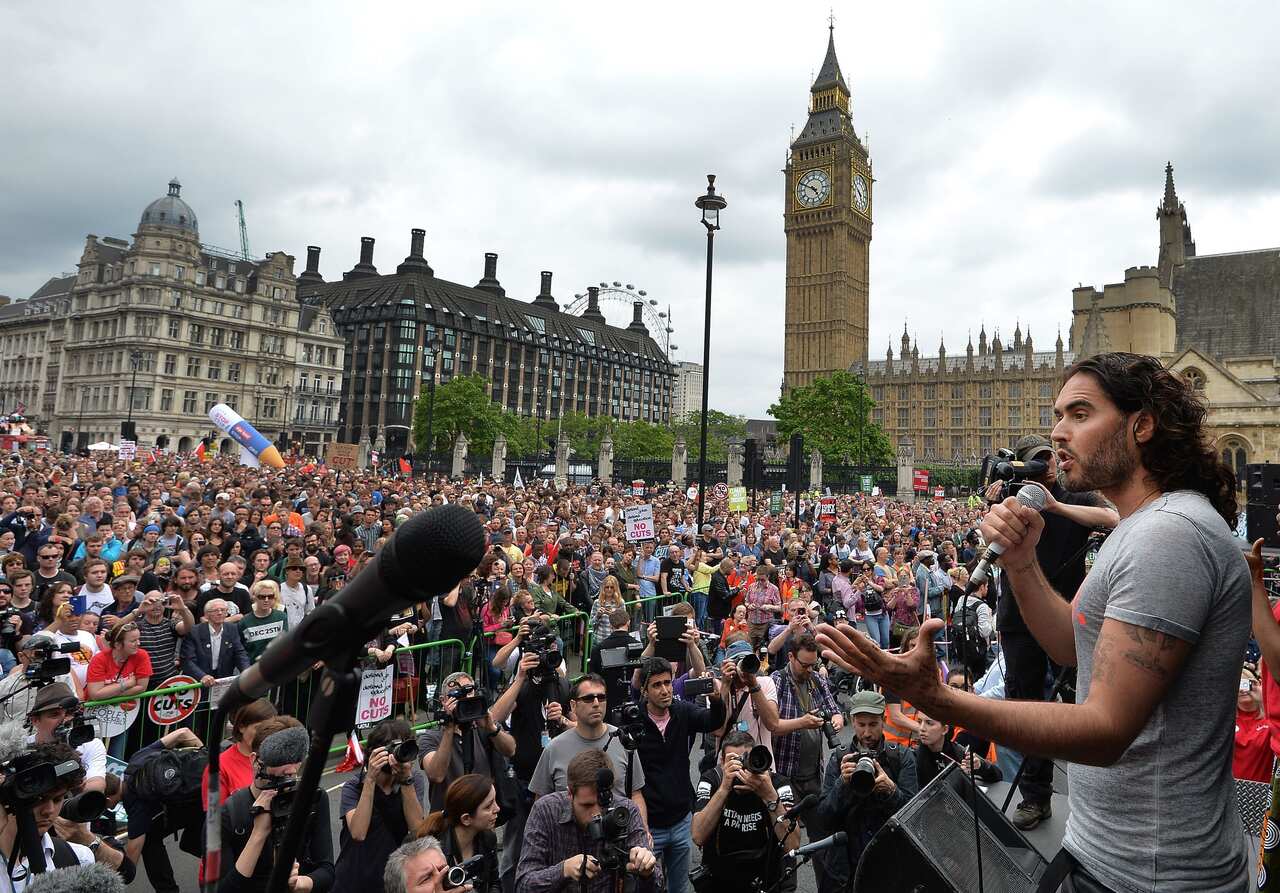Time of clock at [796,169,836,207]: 4:49
